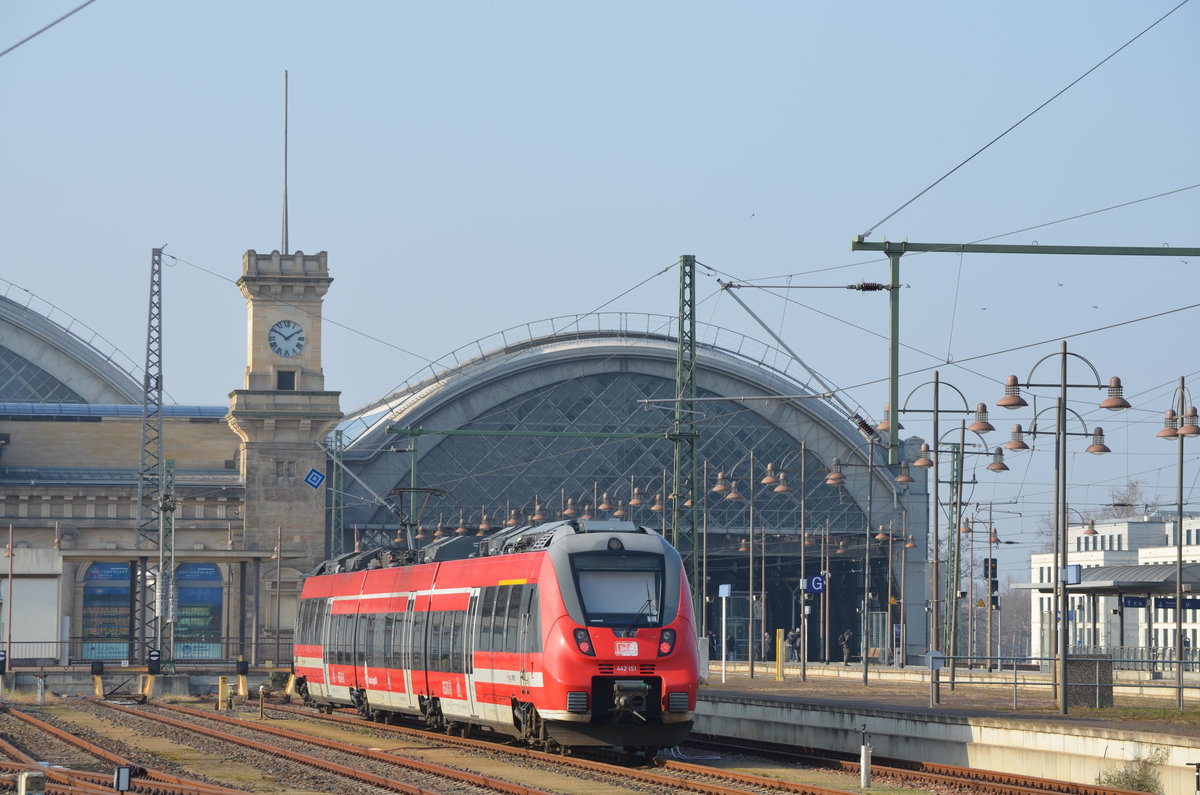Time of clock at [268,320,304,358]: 1:50
